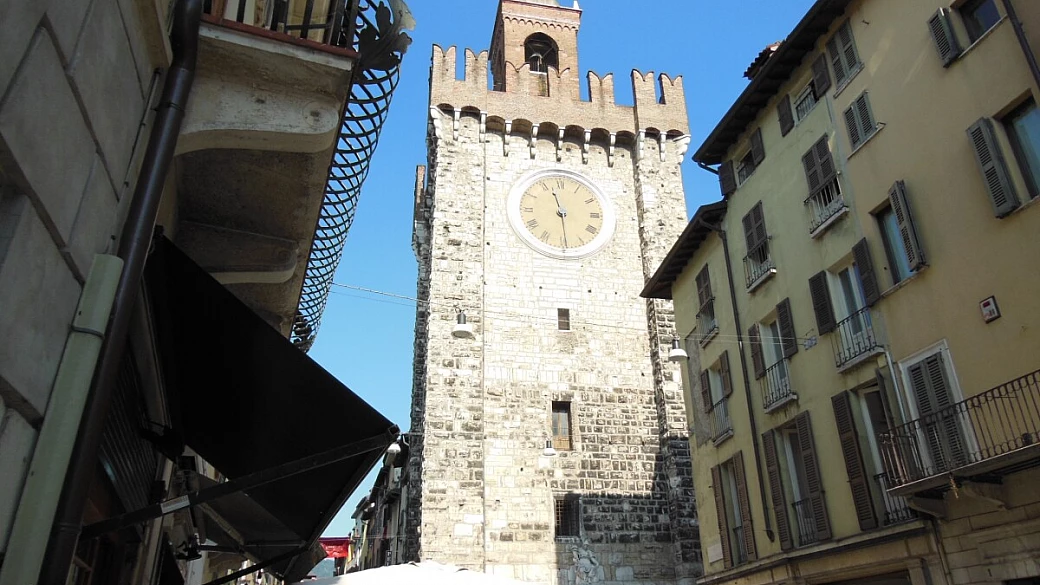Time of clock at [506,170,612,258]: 11:29
